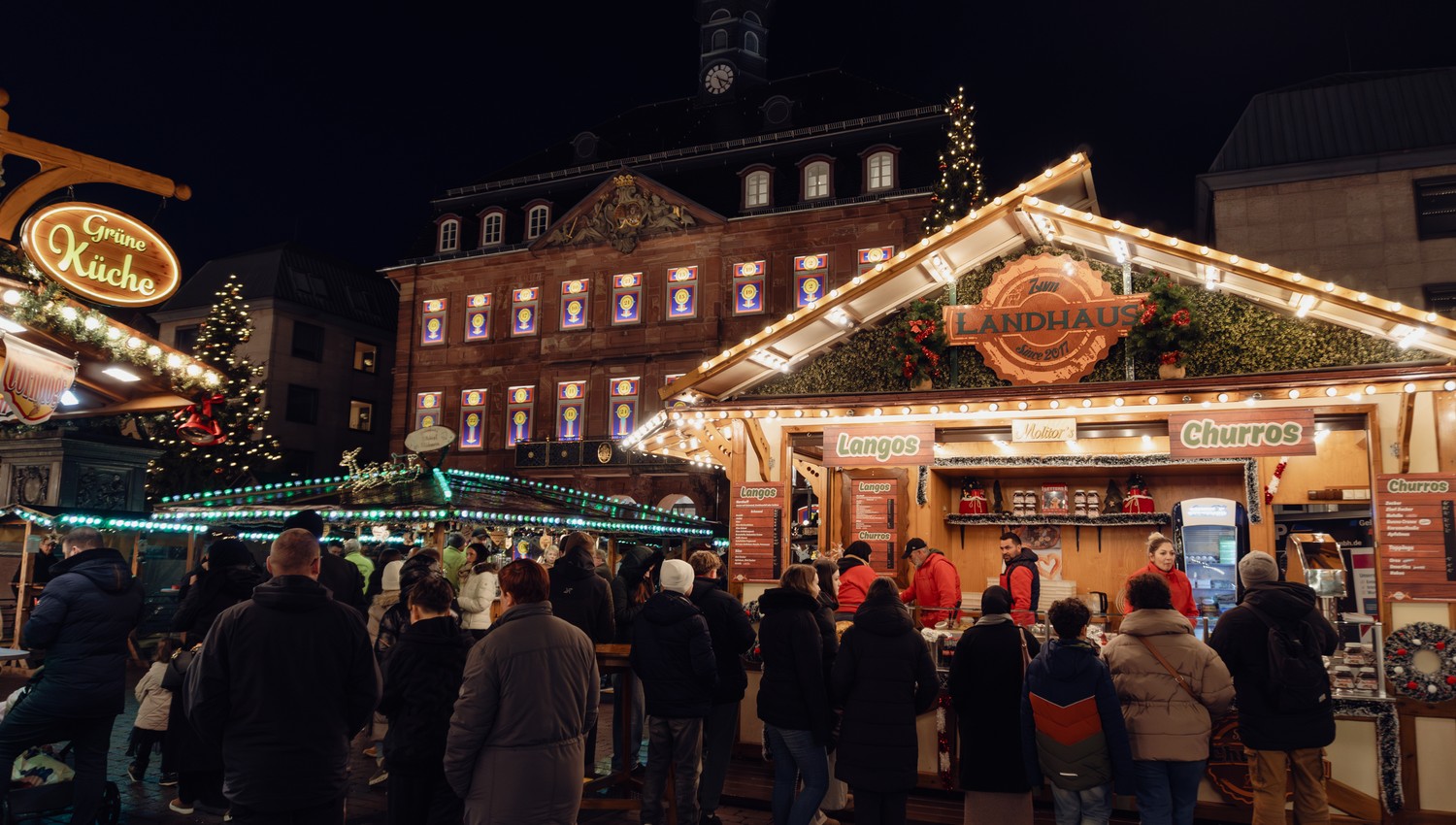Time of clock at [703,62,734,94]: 5:18
